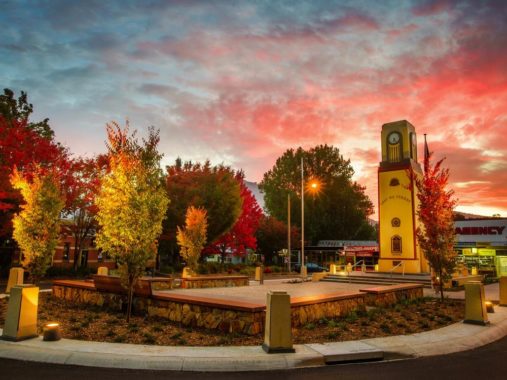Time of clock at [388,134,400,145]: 6:23
